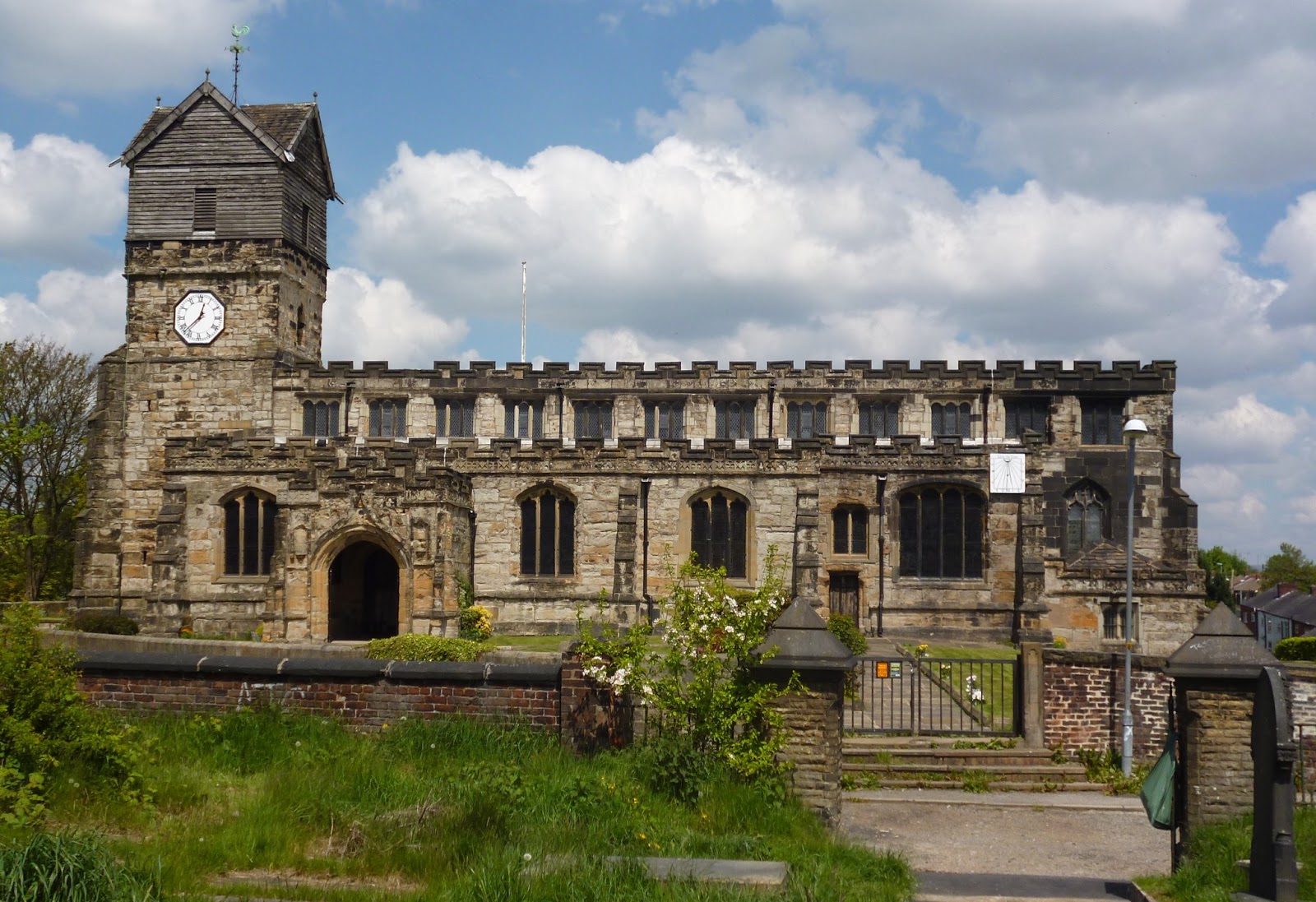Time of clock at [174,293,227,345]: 12:37
